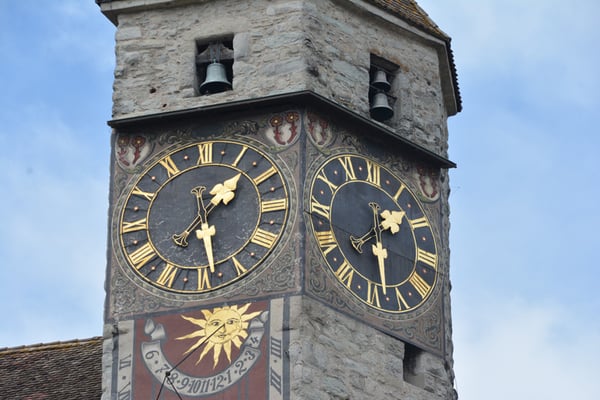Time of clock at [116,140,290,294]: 1:28
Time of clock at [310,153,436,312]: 1:28
